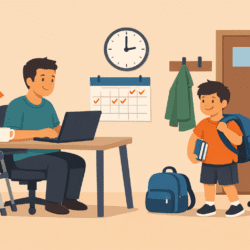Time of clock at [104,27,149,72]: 2:59
